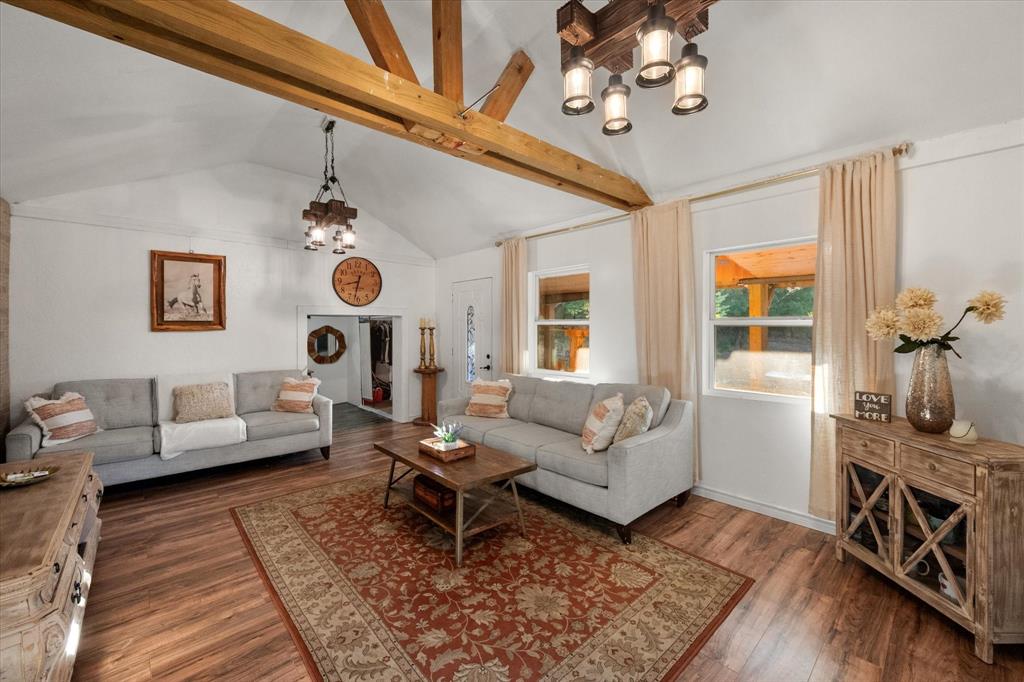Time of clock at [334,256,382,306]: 8:32
